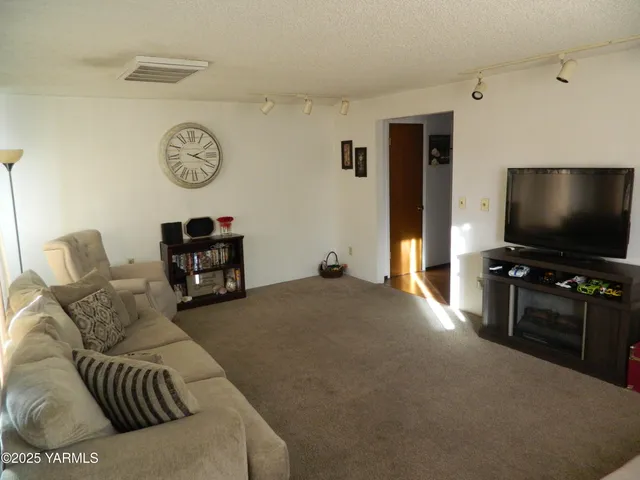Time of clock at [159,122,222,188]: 2:18
